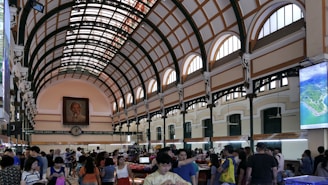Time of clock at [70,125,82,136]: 12:07
